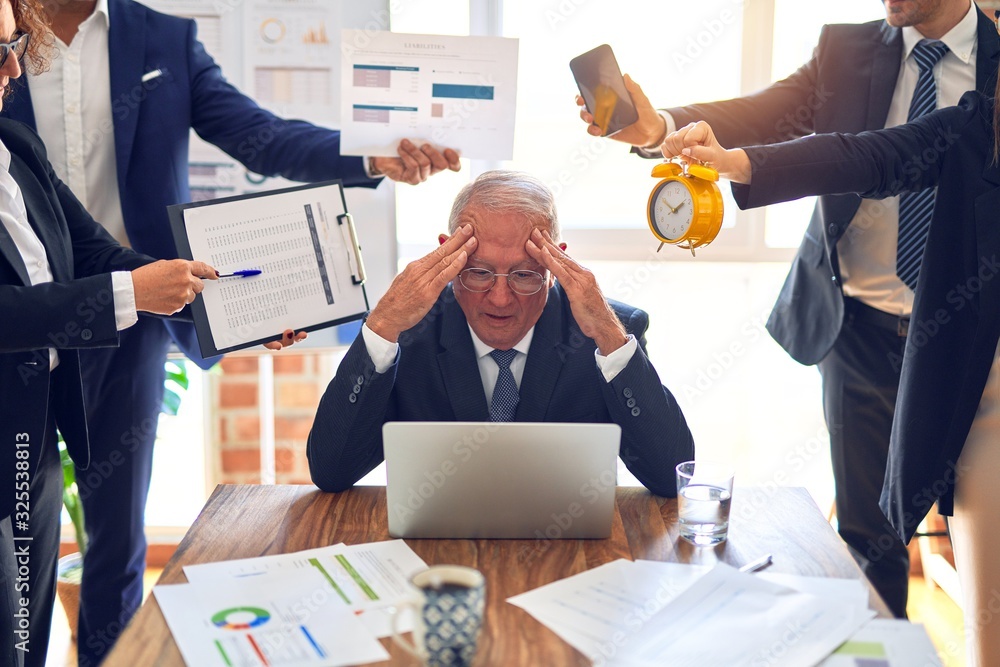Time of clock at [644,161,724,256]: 1:50
